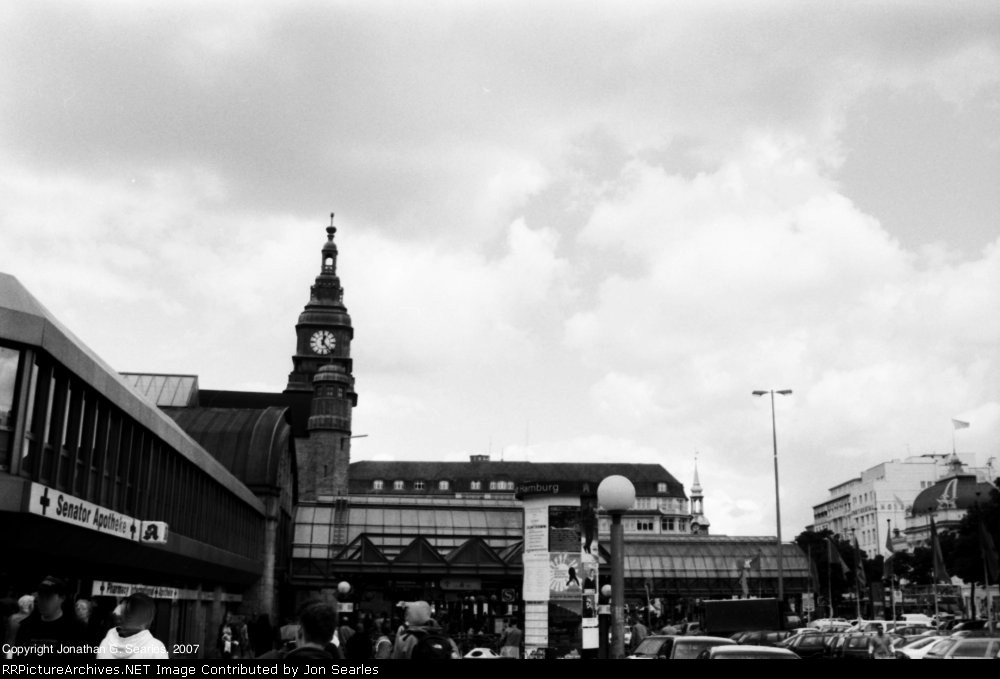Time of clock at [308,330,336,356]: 12:23
